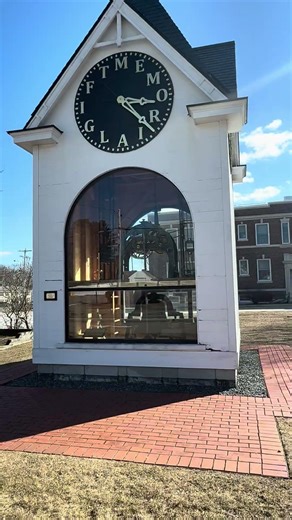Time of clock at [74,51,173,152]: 3:22
